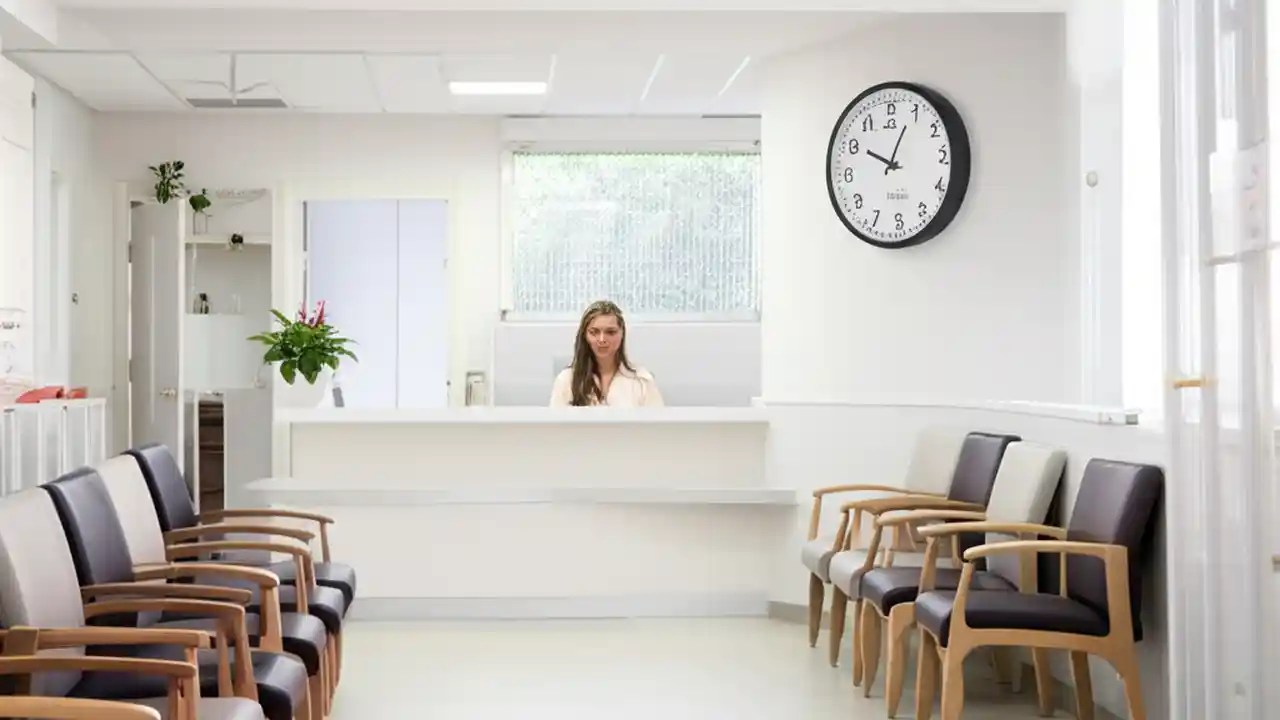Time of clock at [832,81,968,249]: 10:04
